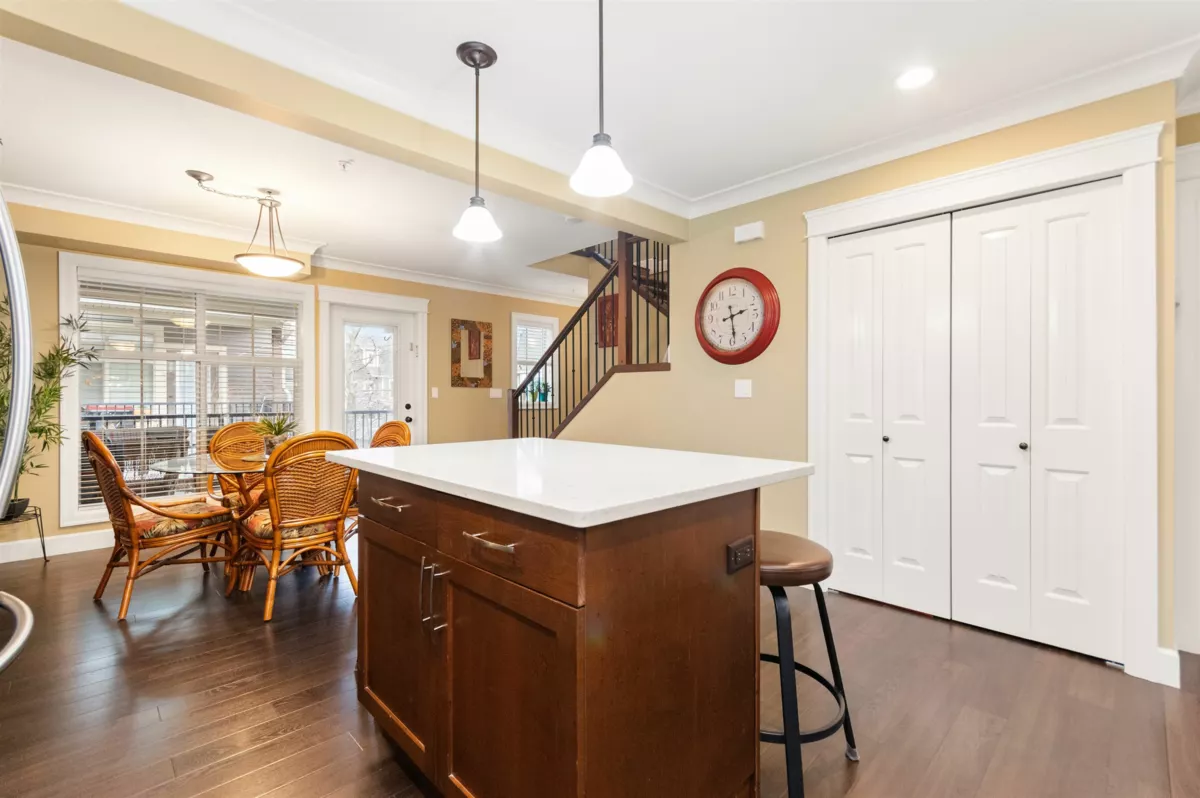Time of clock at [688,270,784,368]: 2:28
